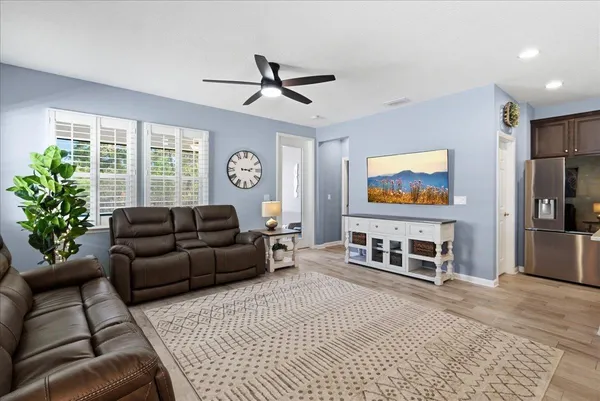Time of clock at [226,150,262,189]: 3:12
